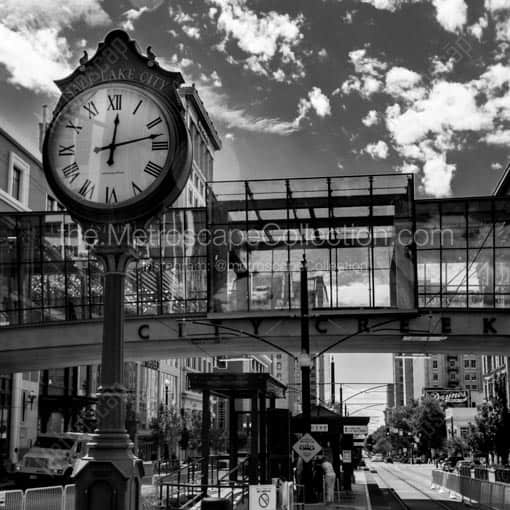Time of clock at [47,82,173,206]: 12:12
